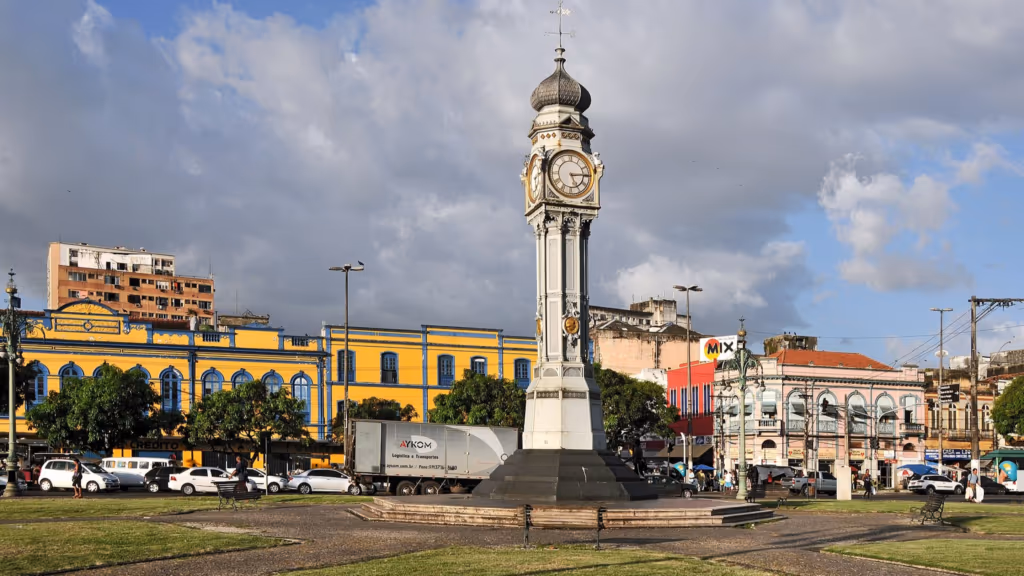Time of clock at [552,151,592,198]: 5:14
